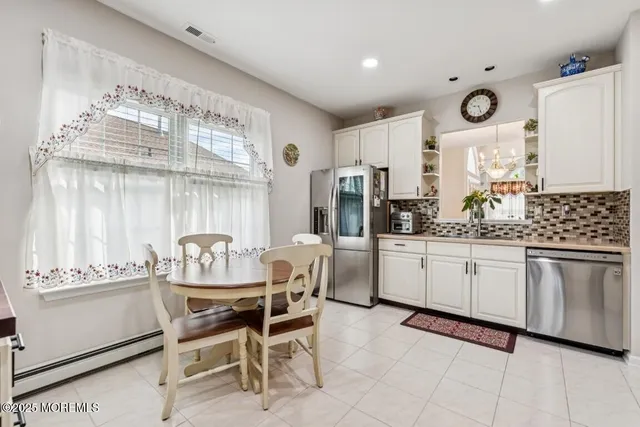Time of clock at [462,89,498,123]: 9:26
